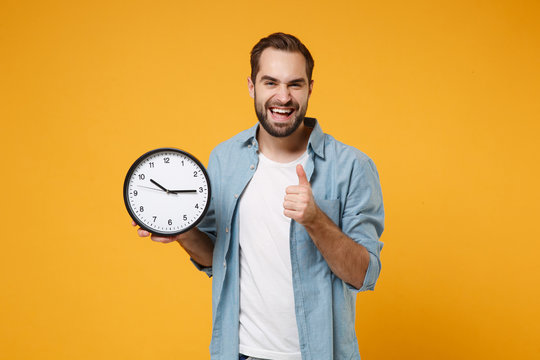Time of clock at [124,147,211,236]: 10:15
